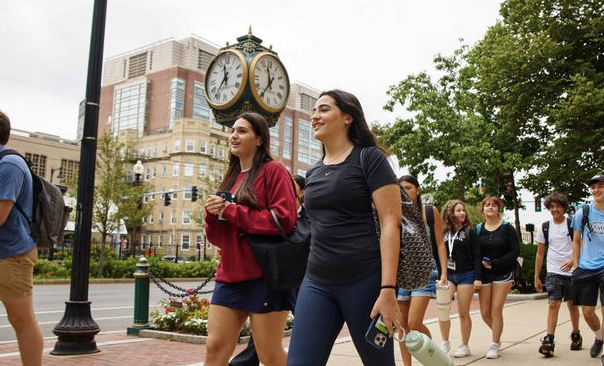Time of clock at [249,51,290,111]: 11:35
